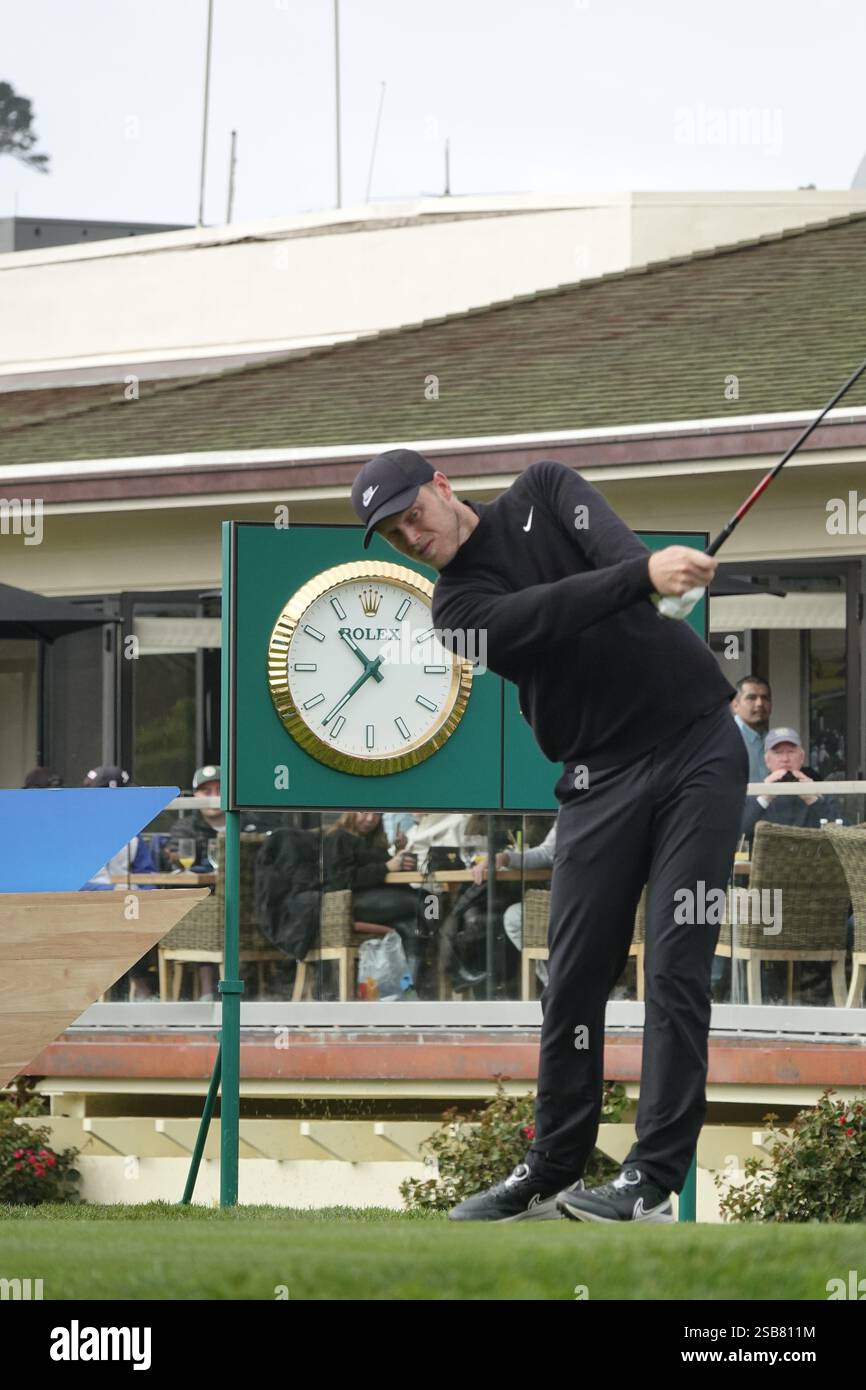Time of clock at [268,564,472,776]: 10:36
